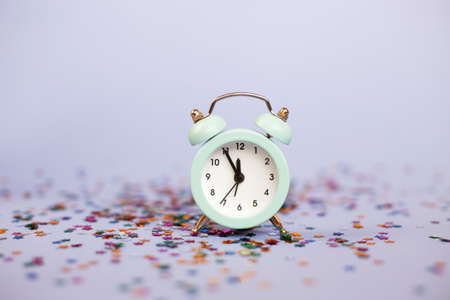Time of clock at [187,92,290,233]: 11:55
